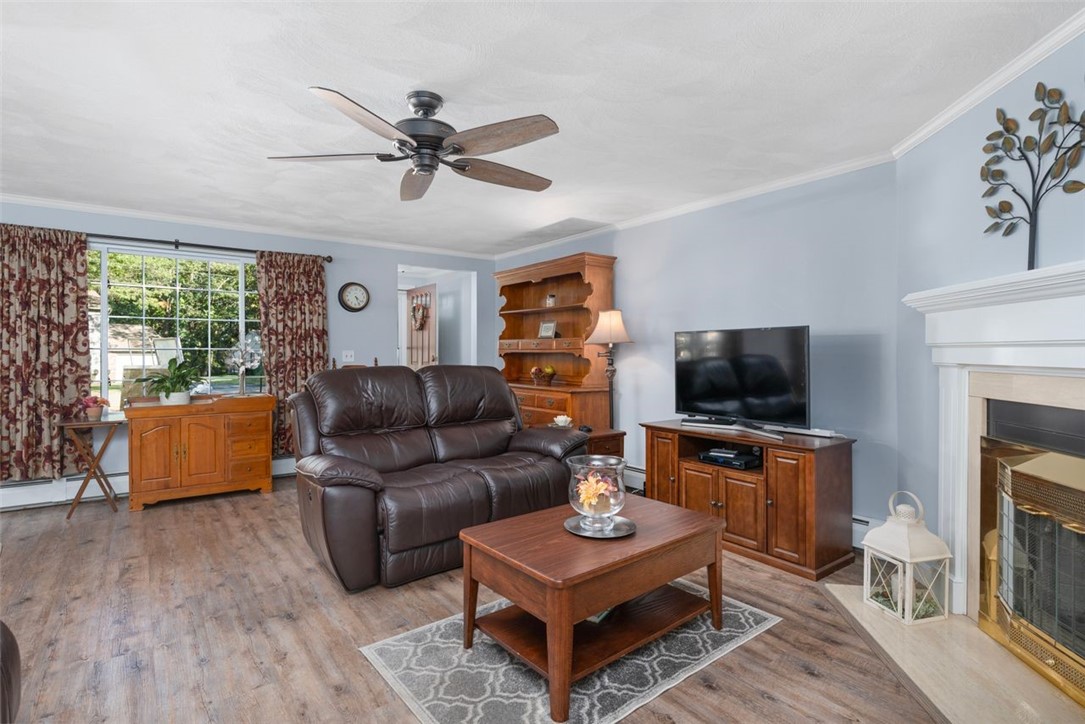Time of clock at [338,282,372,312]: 4:26
